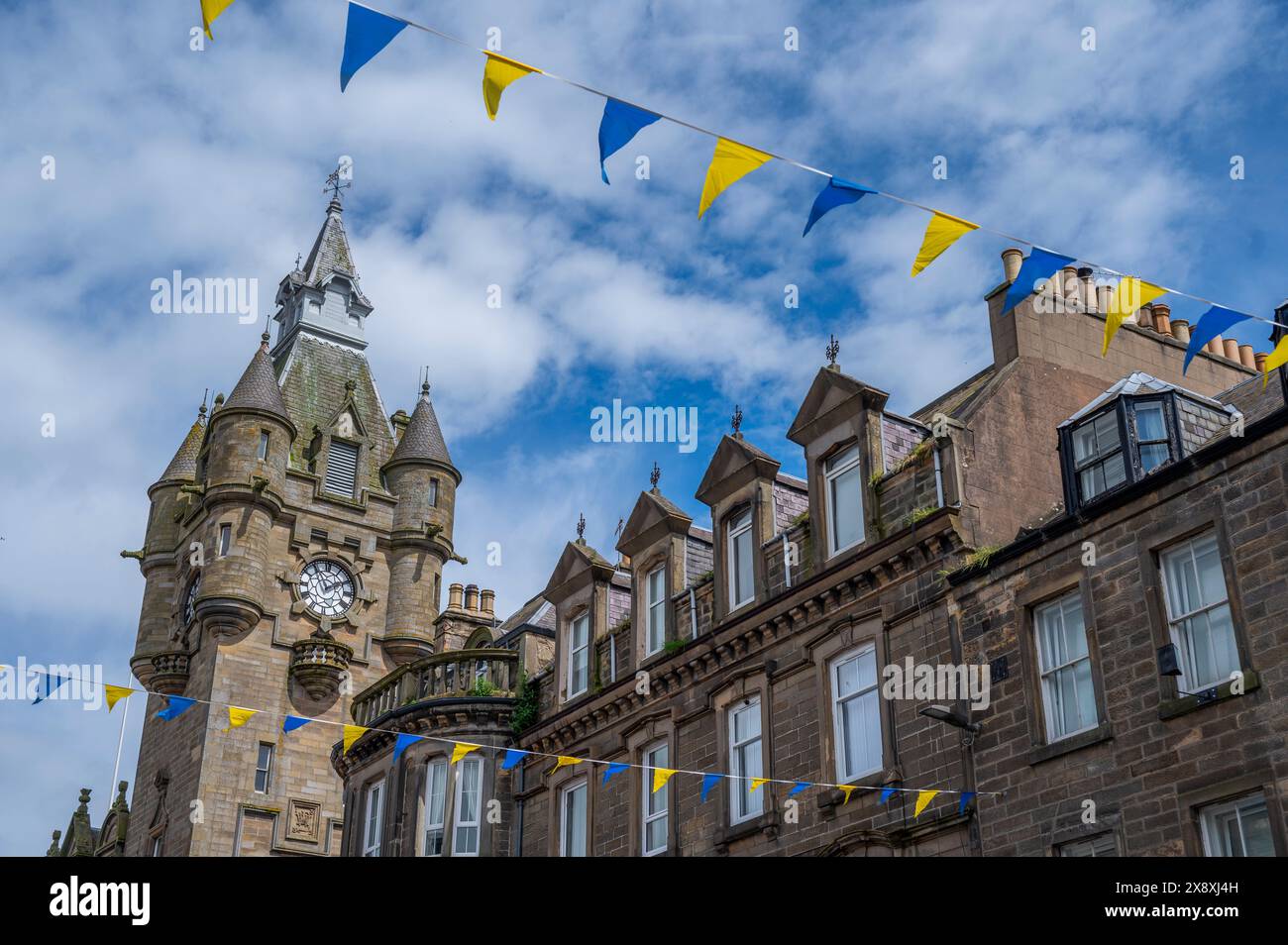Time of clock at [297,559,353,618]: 1:55
